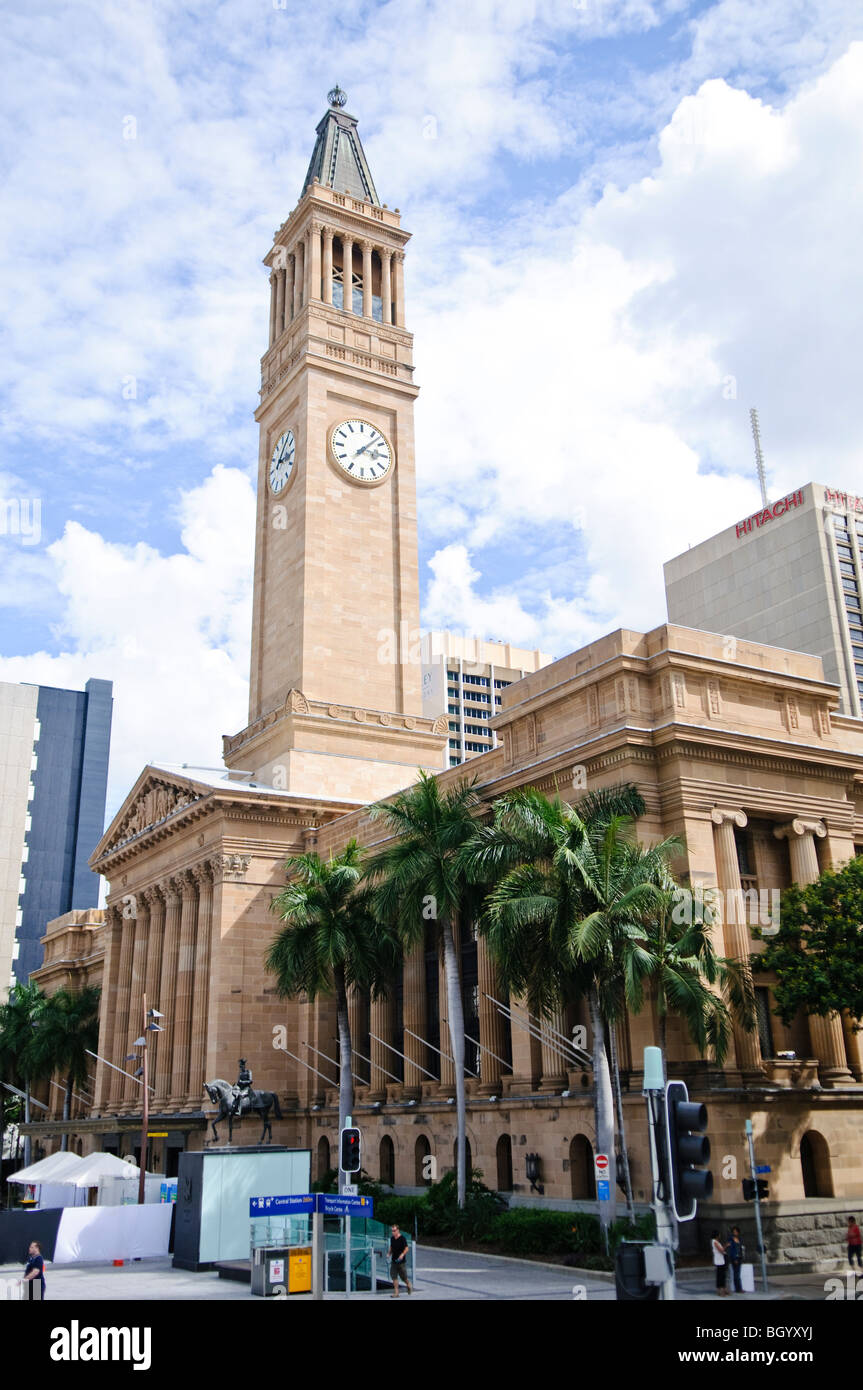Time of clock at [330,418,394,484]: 3:07
